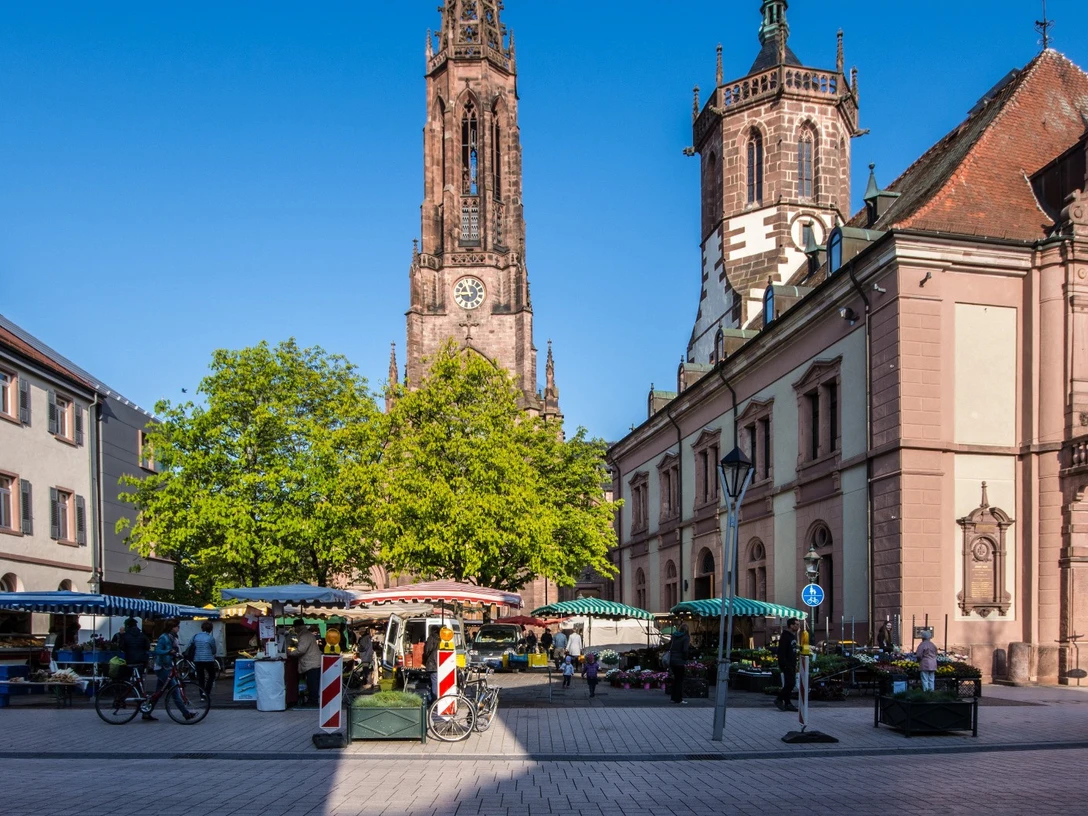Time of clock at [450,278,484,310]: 10:42
